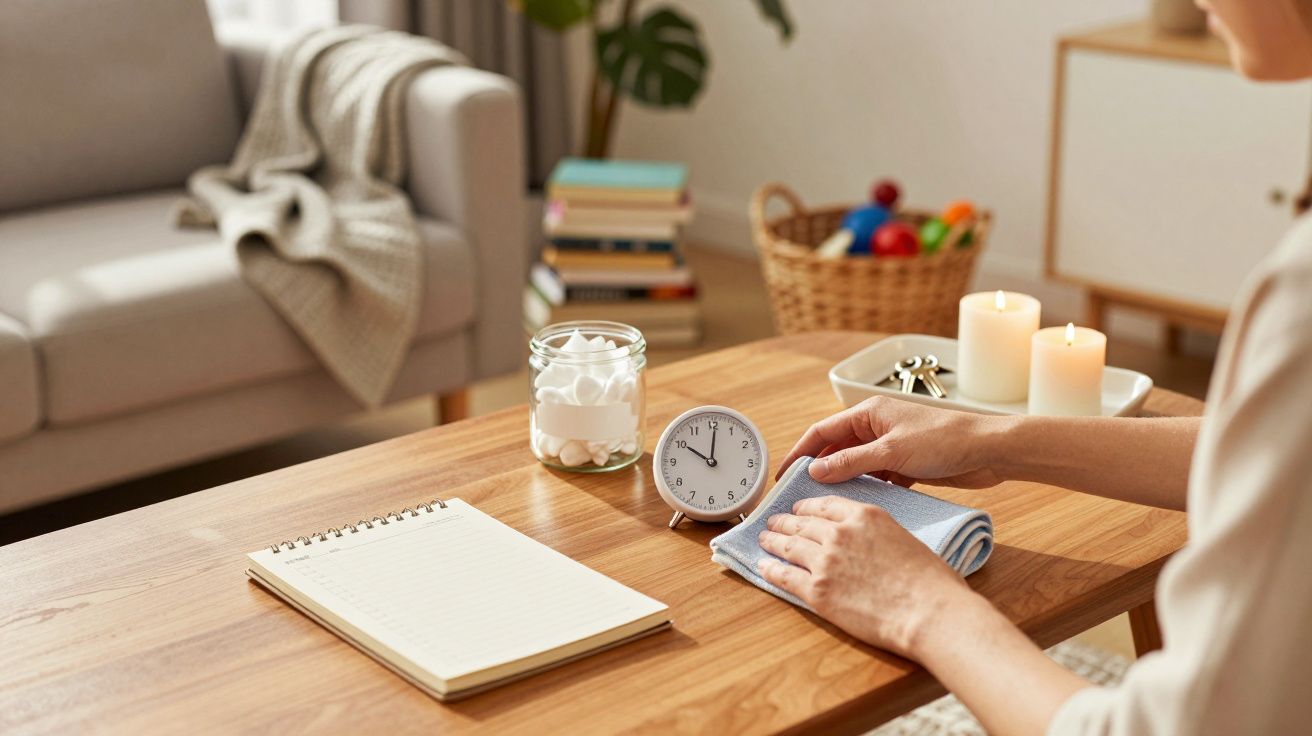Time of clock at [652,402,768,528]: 10:00
